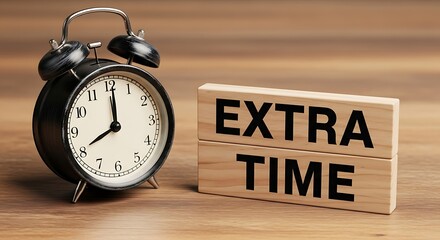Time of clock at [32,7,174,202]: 8:01
